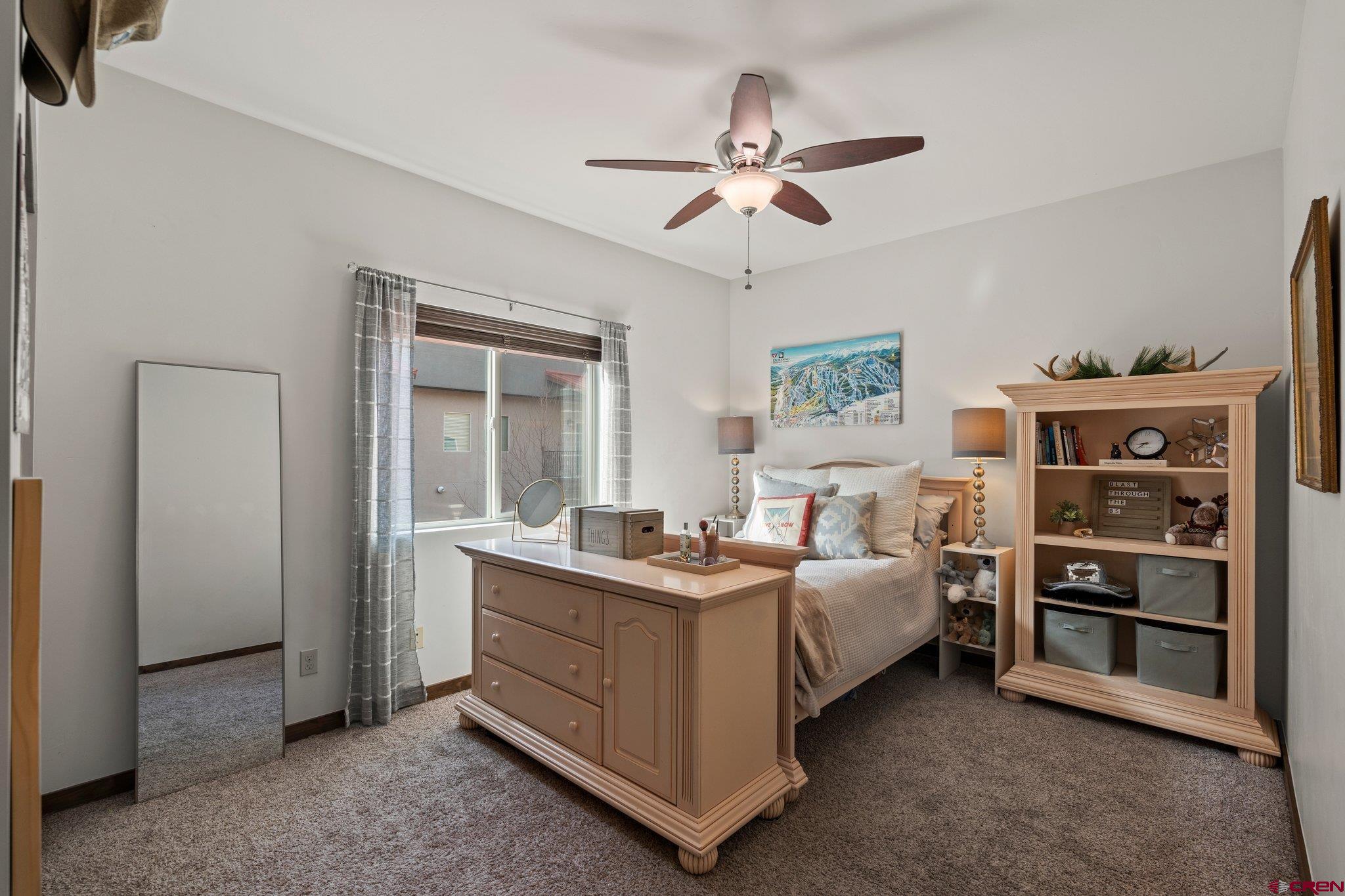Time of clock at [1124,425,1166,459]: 8:38
